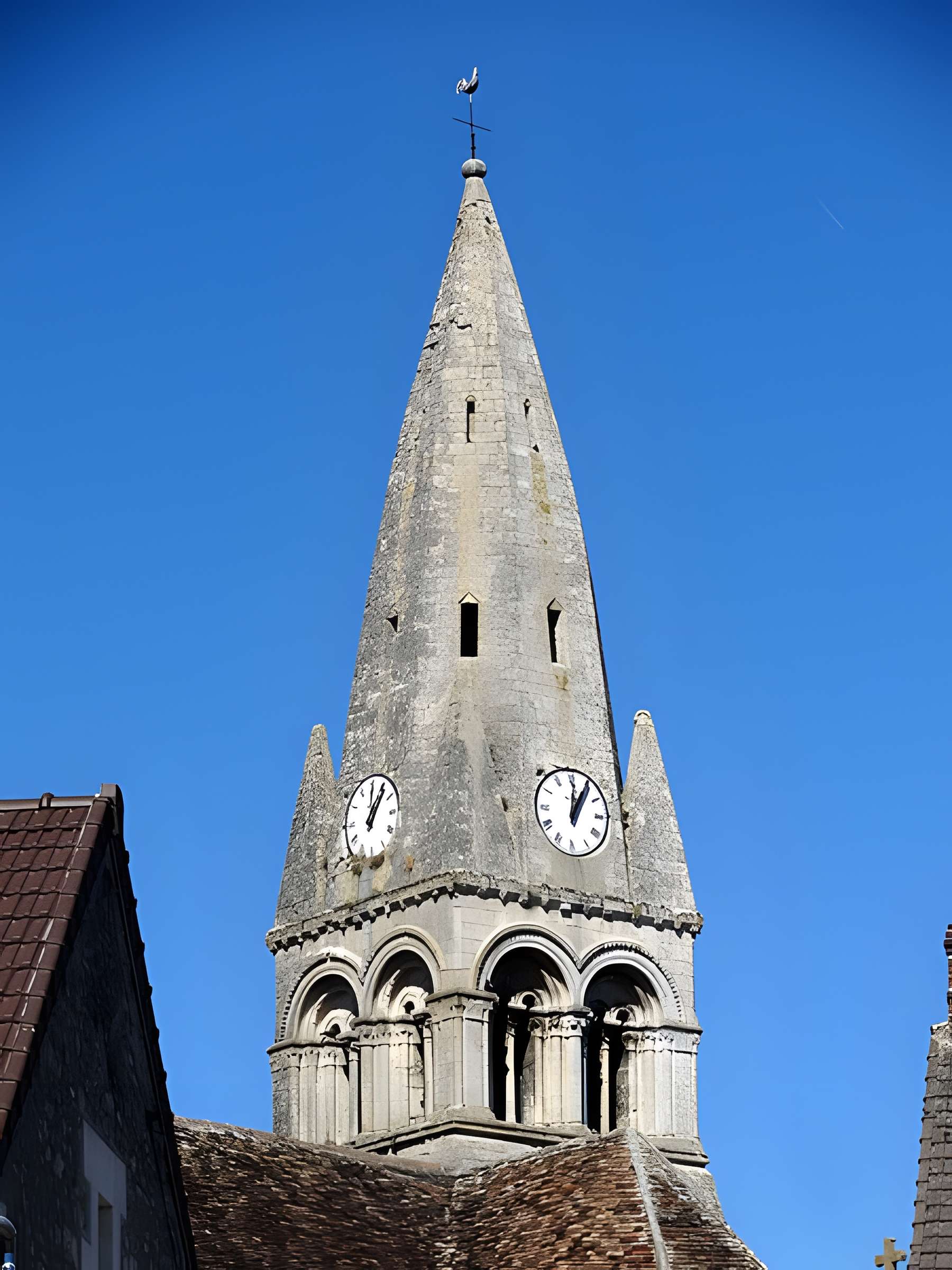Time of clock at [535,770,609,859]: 1:01
